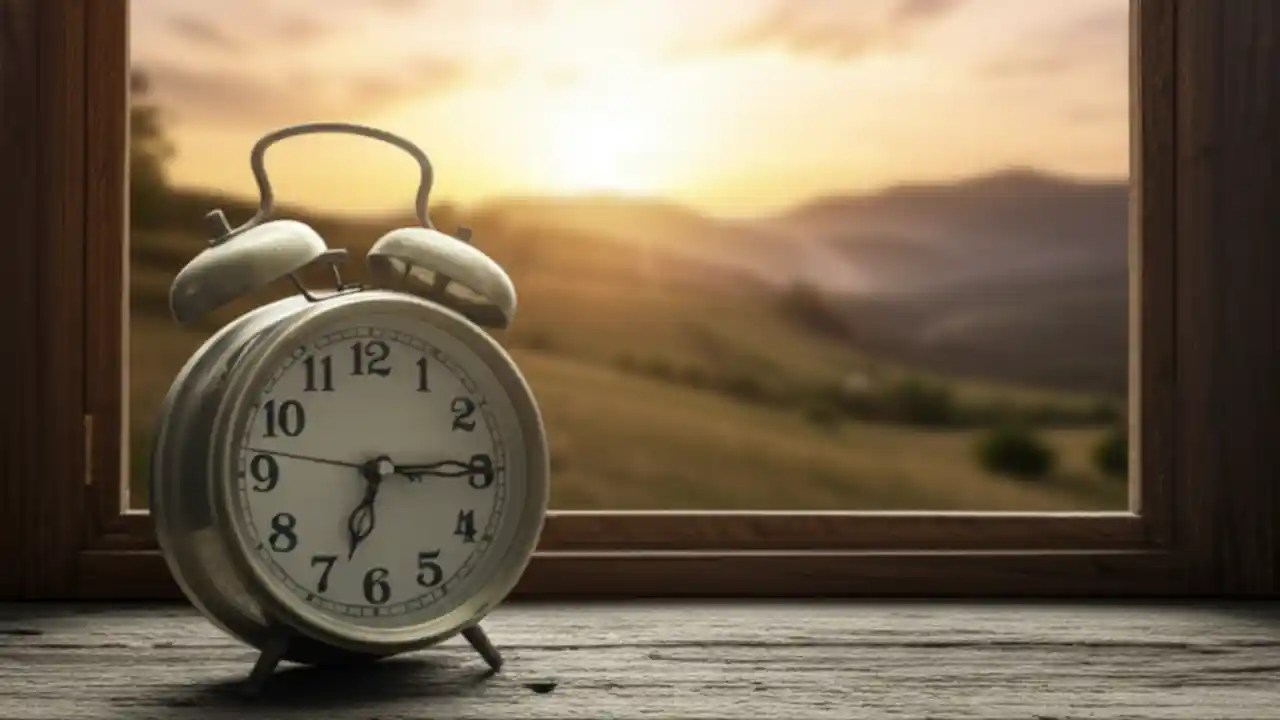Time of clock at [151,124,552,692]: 6:14
